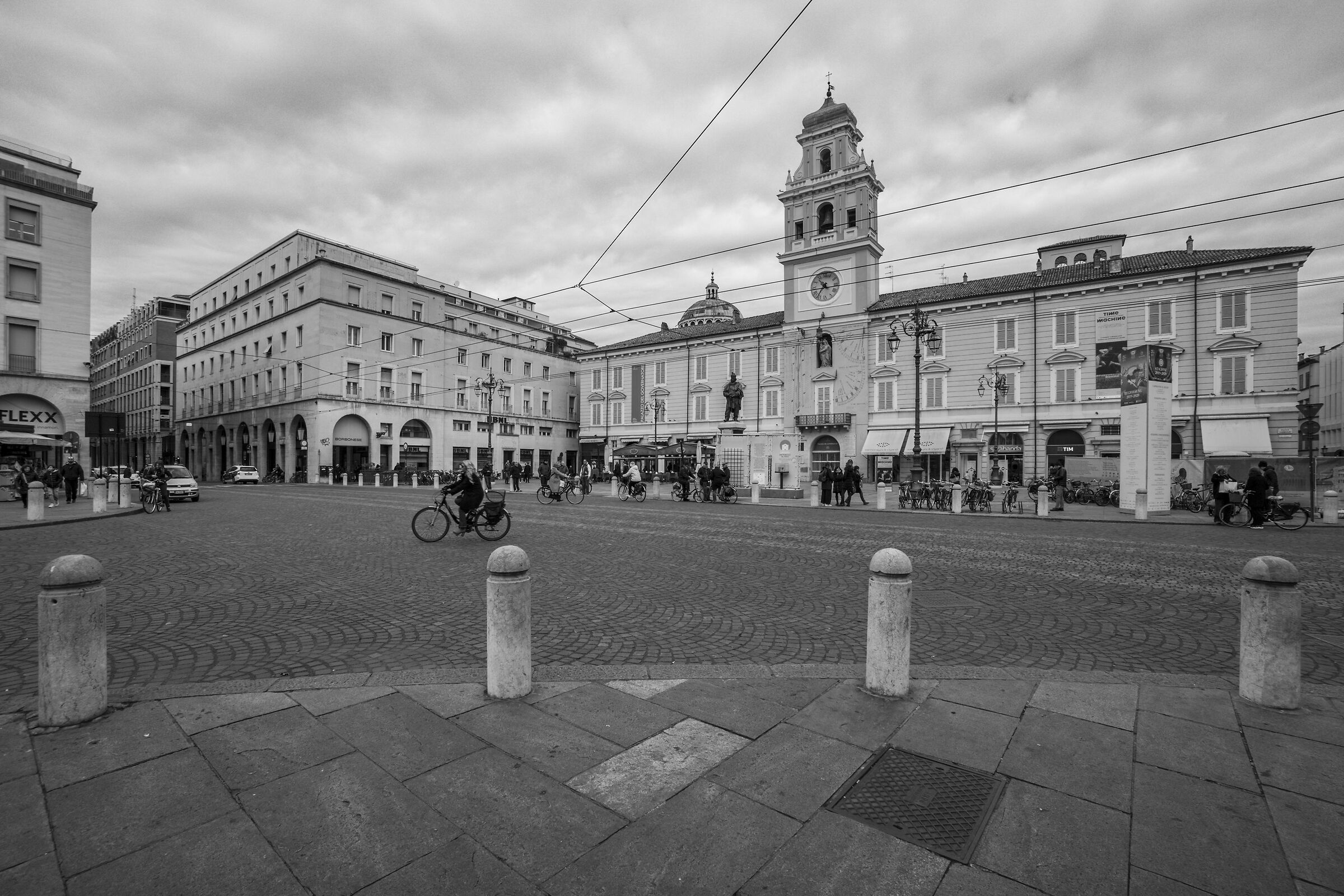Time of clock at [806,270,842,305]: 10:36
